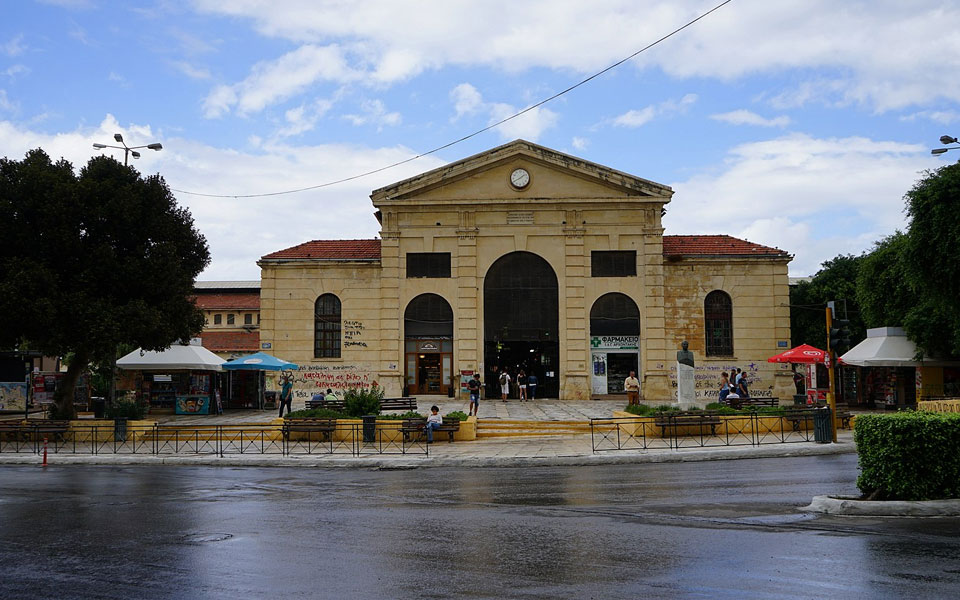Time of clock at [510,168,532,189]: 1:40
